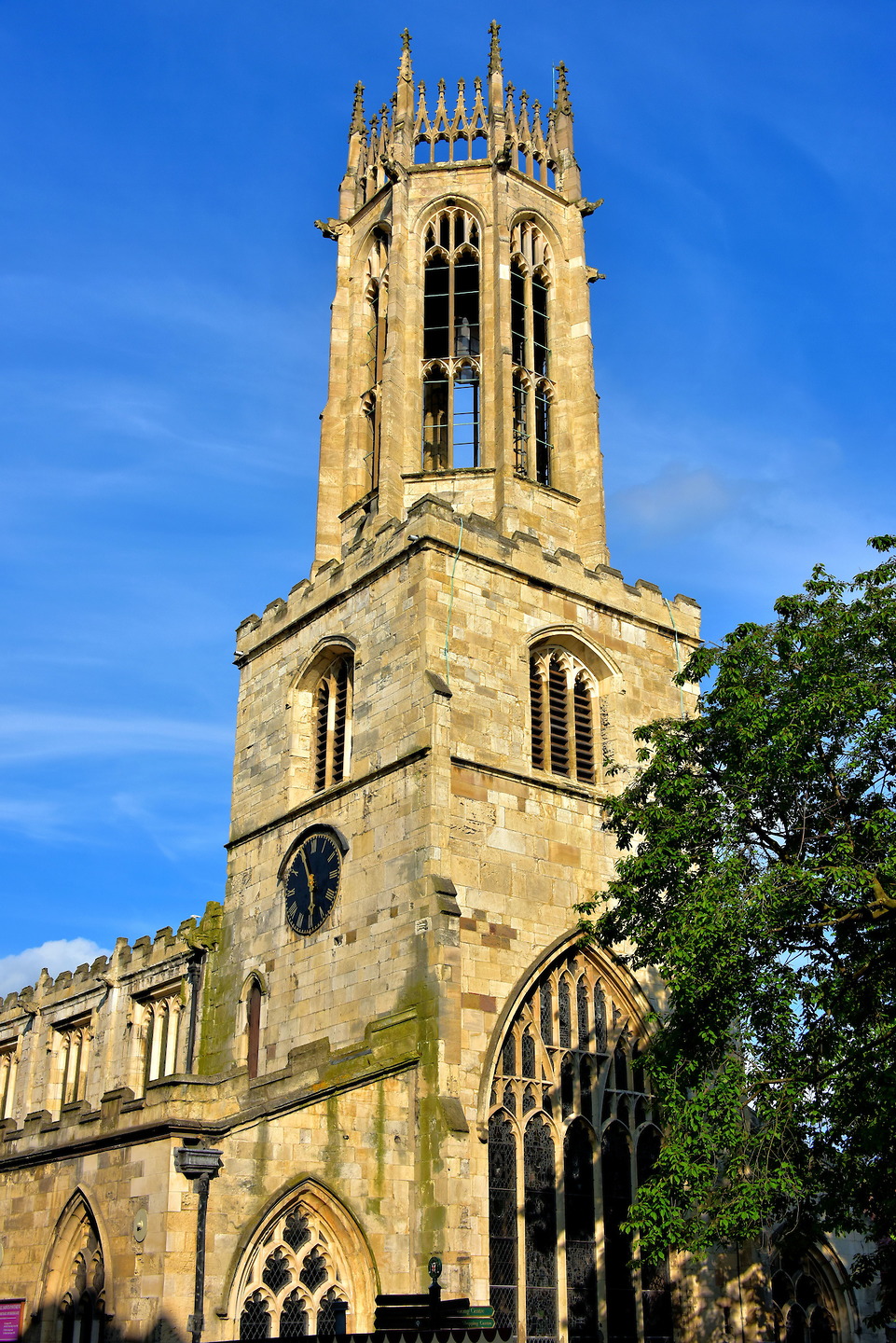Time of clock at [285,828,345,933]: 5:55
